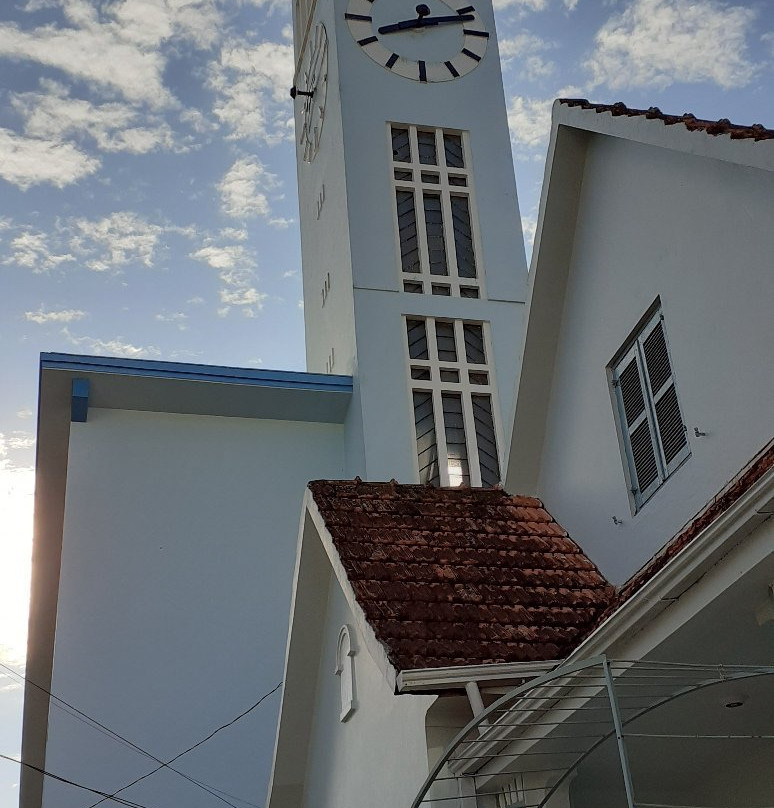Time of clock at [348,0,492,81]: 8:12
